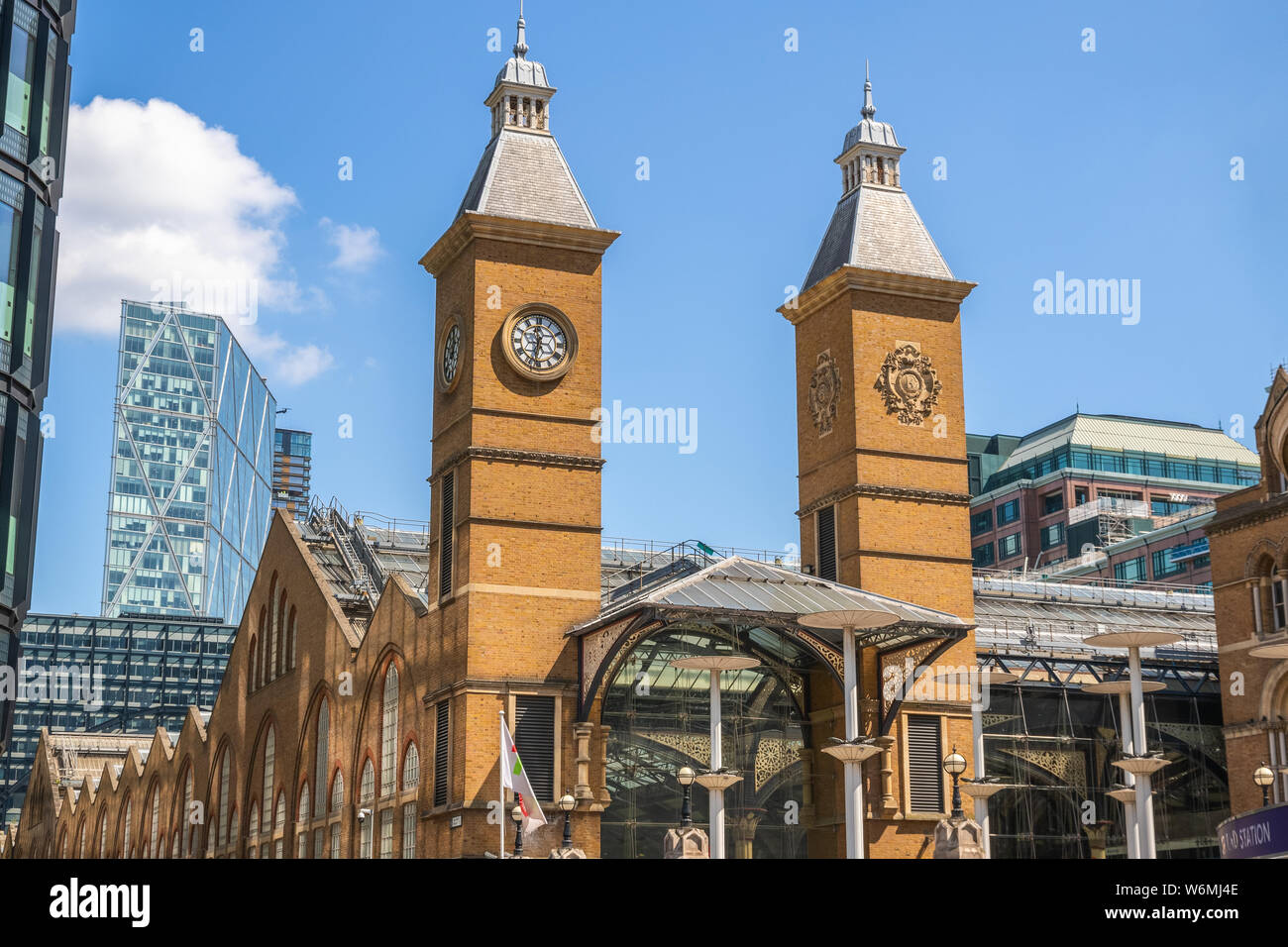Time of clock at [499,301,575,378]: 11:32
